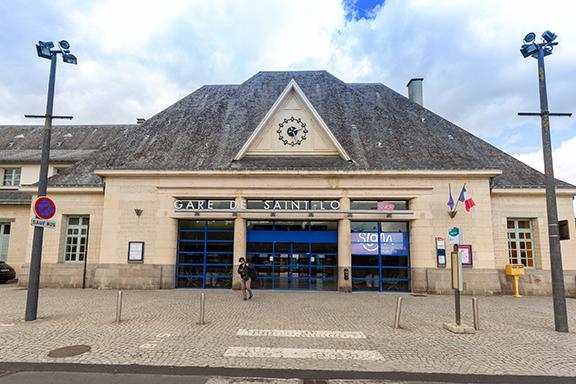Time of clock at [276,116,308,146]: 7:12
